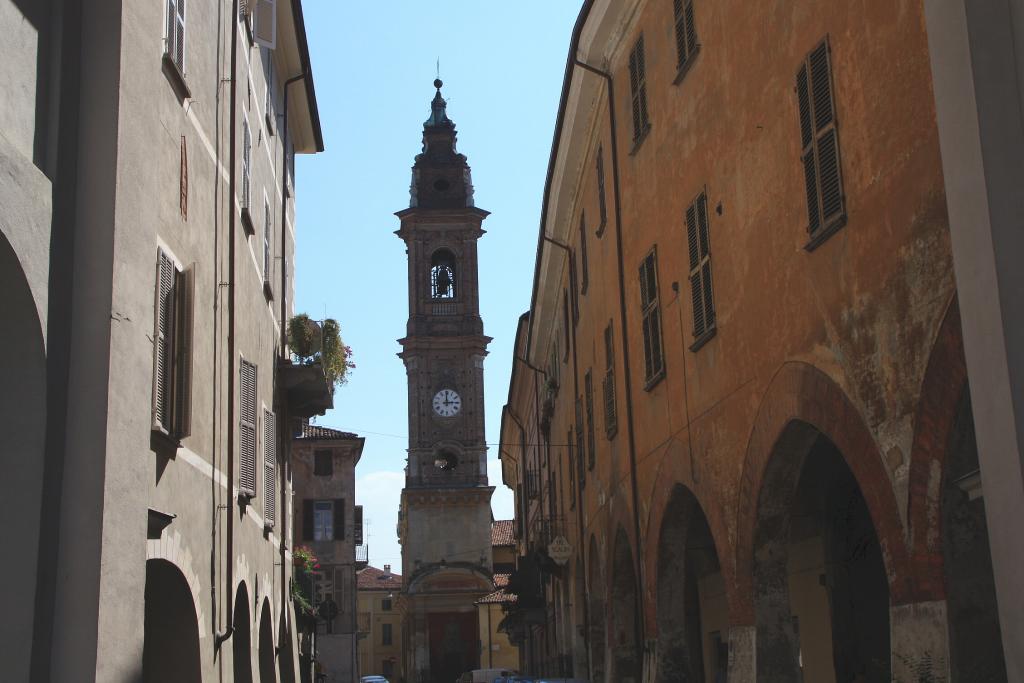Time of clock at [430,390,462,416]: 2:59
